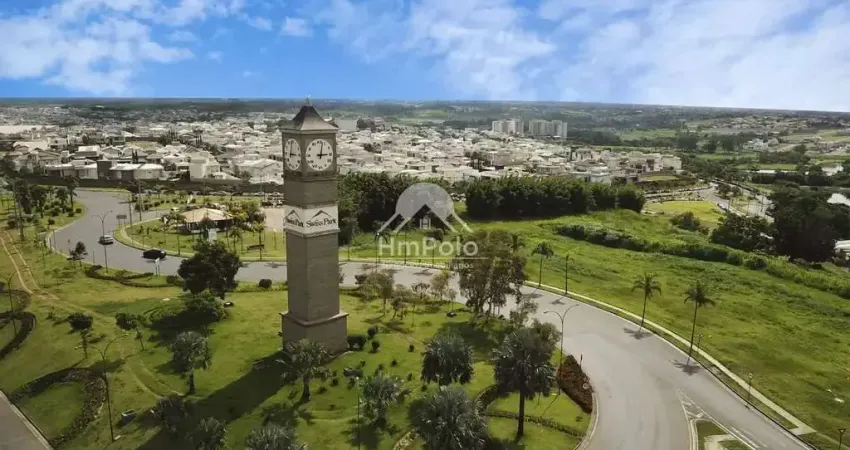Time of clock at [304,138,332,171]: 3:02
